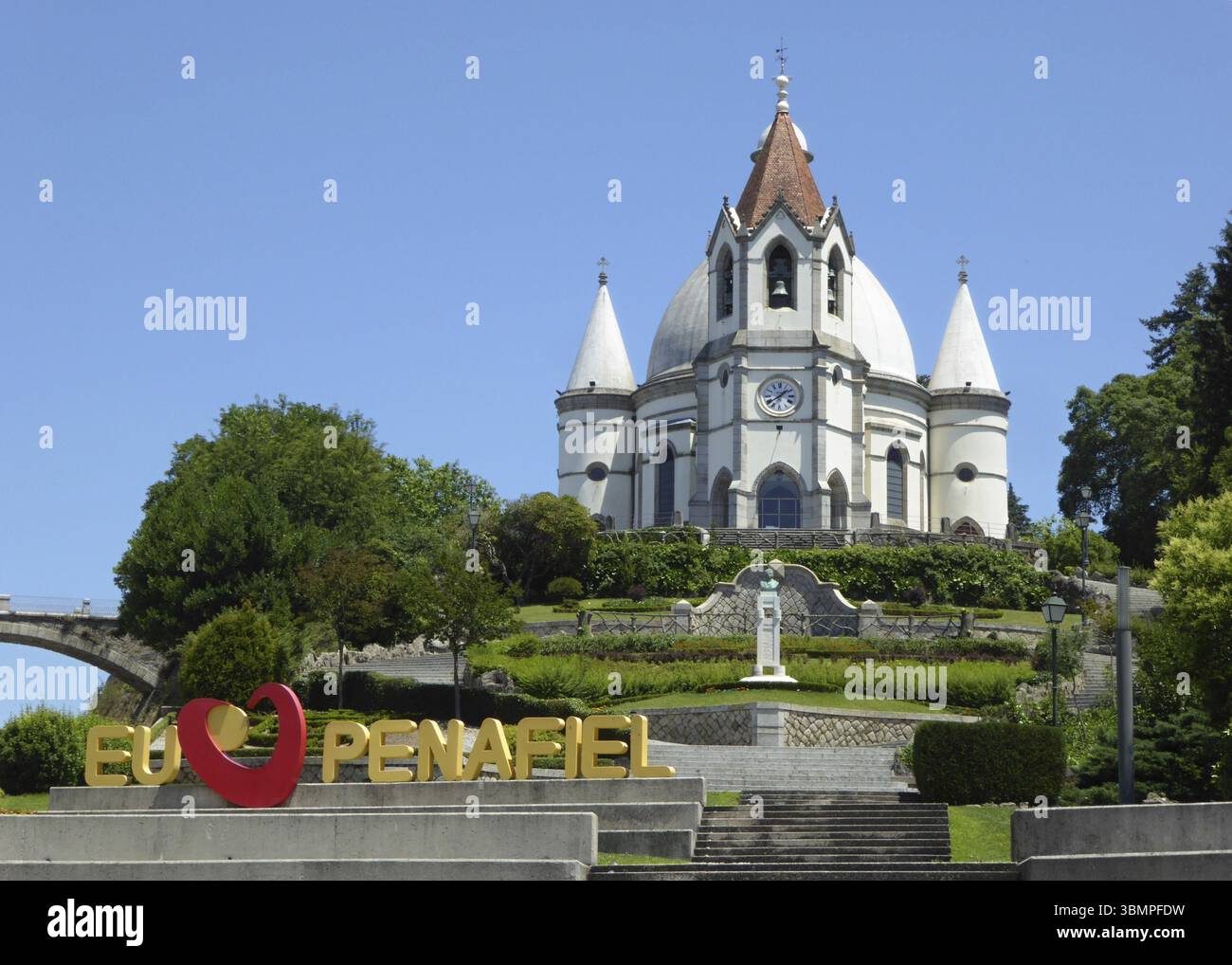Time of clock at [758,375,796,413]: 1:38
